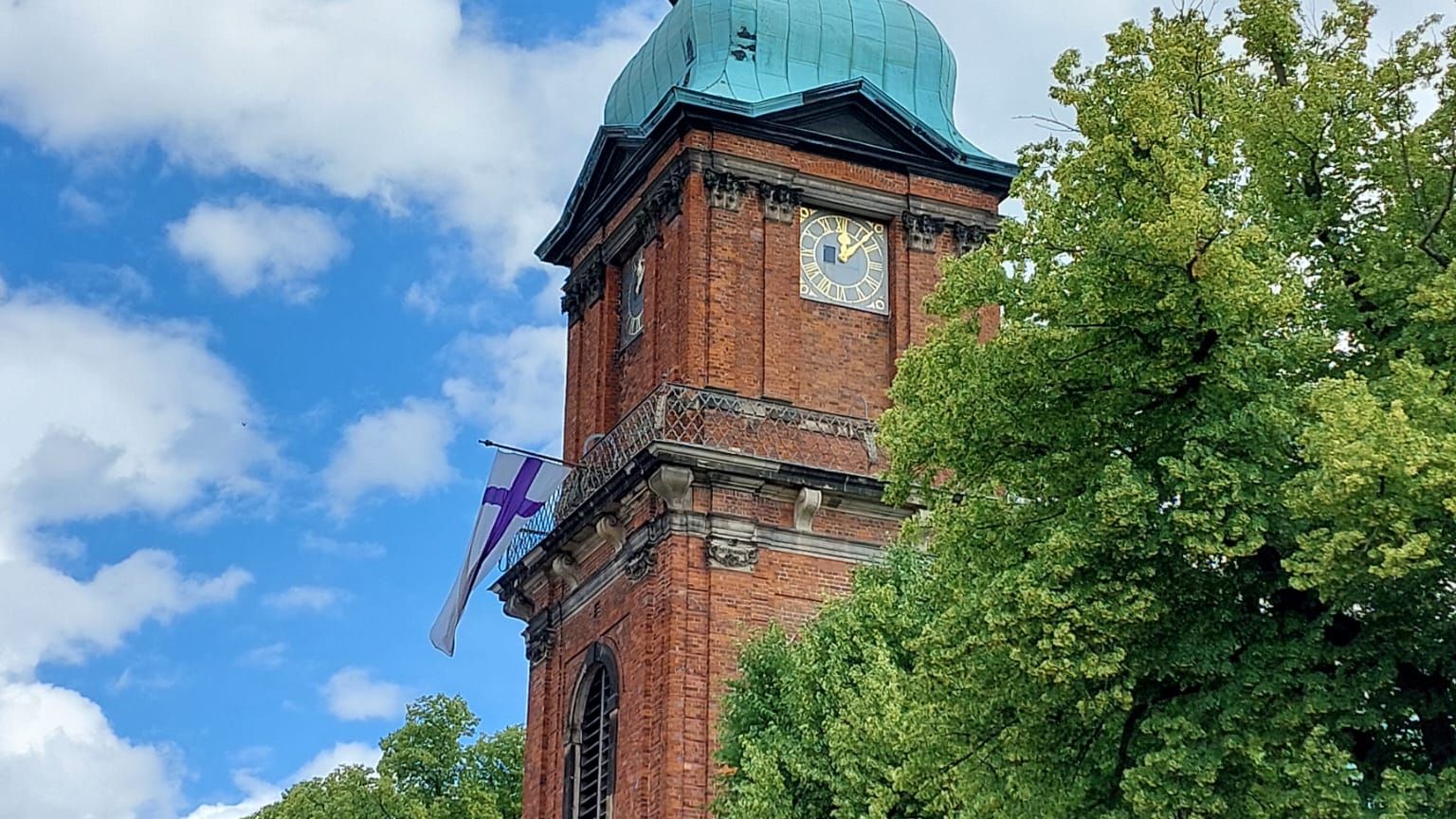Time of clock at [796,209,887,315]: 12:07
